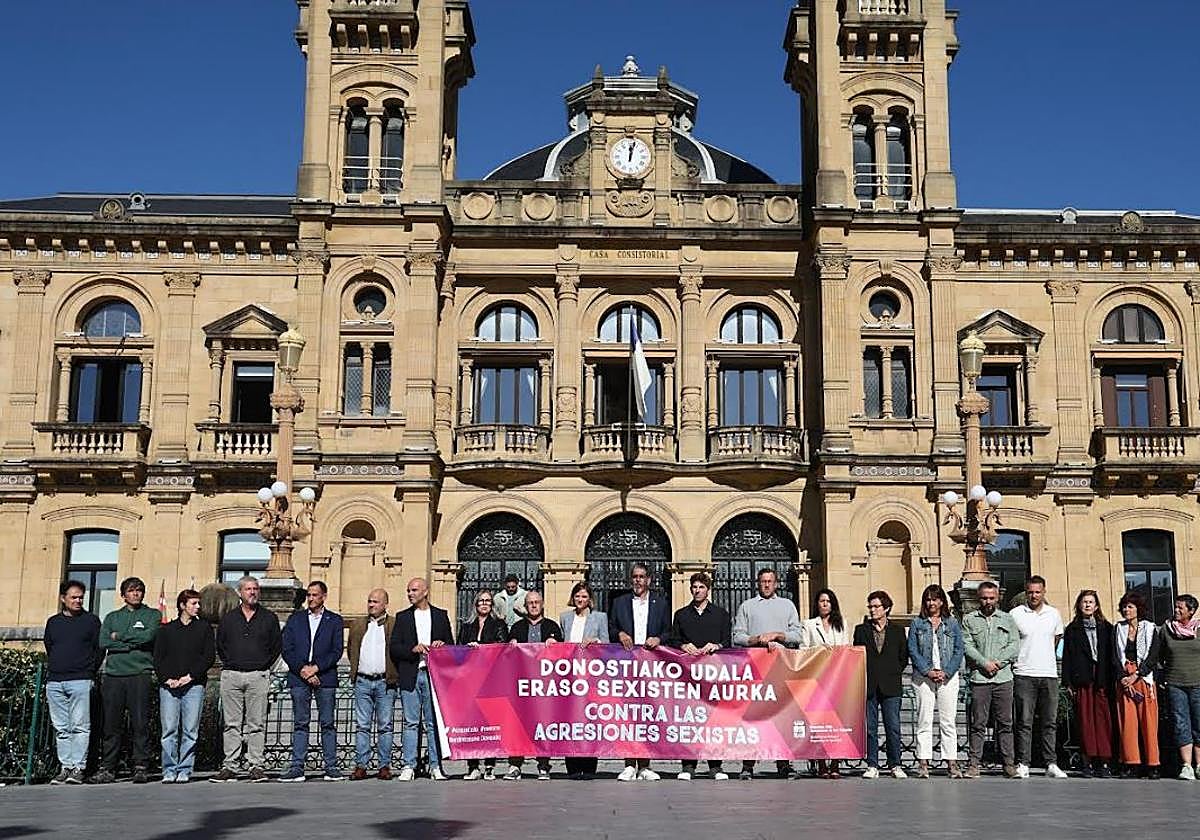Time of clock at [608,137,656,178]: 12:02
